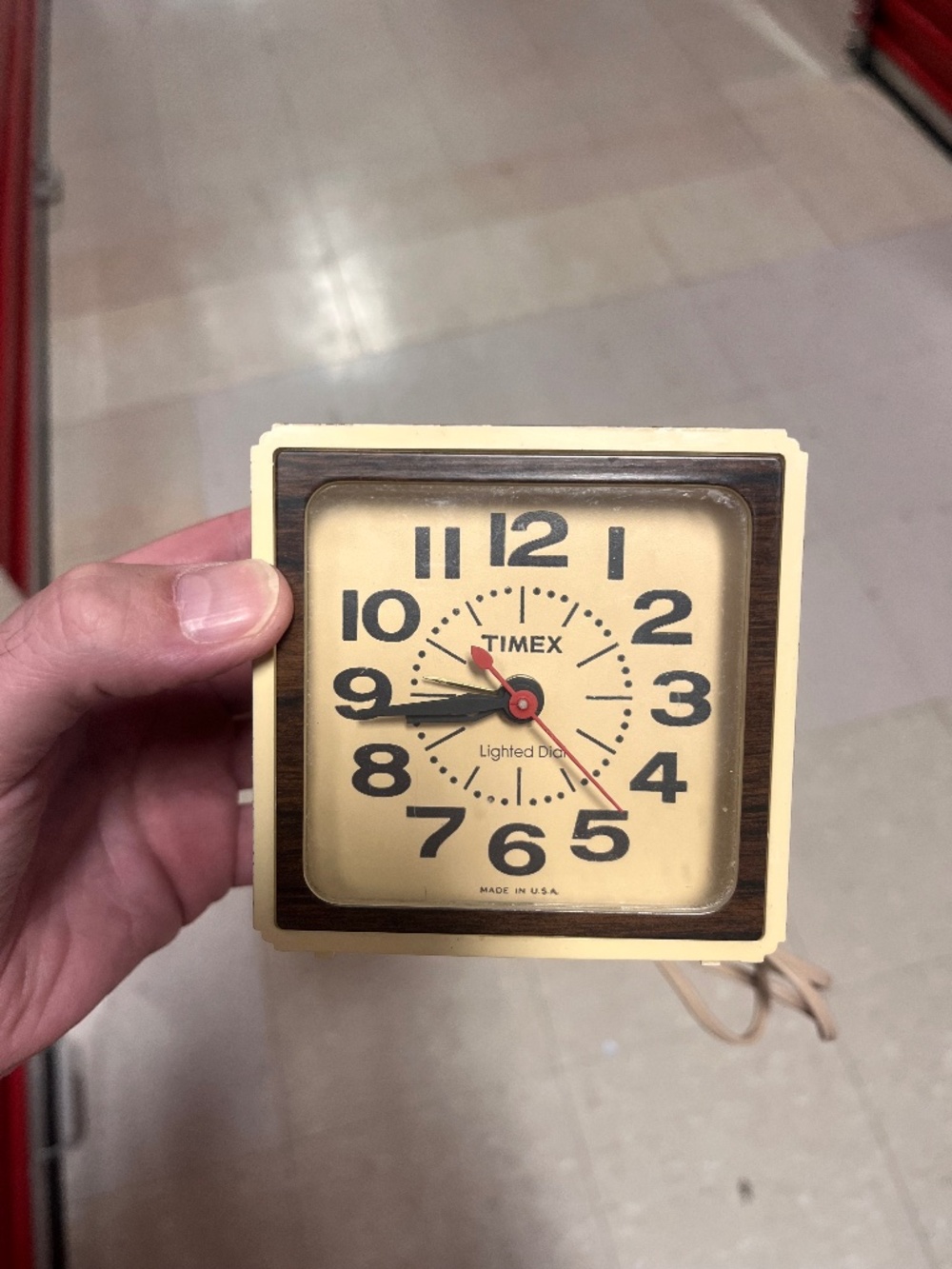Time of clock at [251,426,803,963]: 8:43
